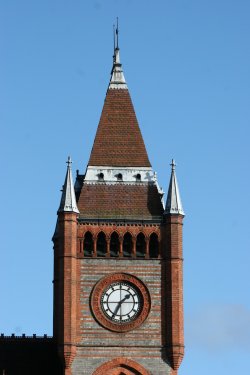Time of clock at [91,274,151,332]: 1:34
